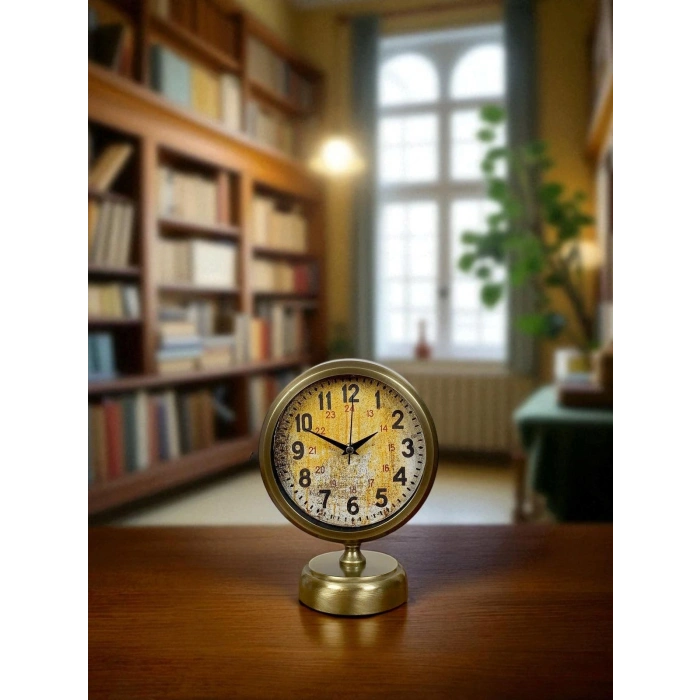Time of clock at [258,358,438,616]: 1:49
